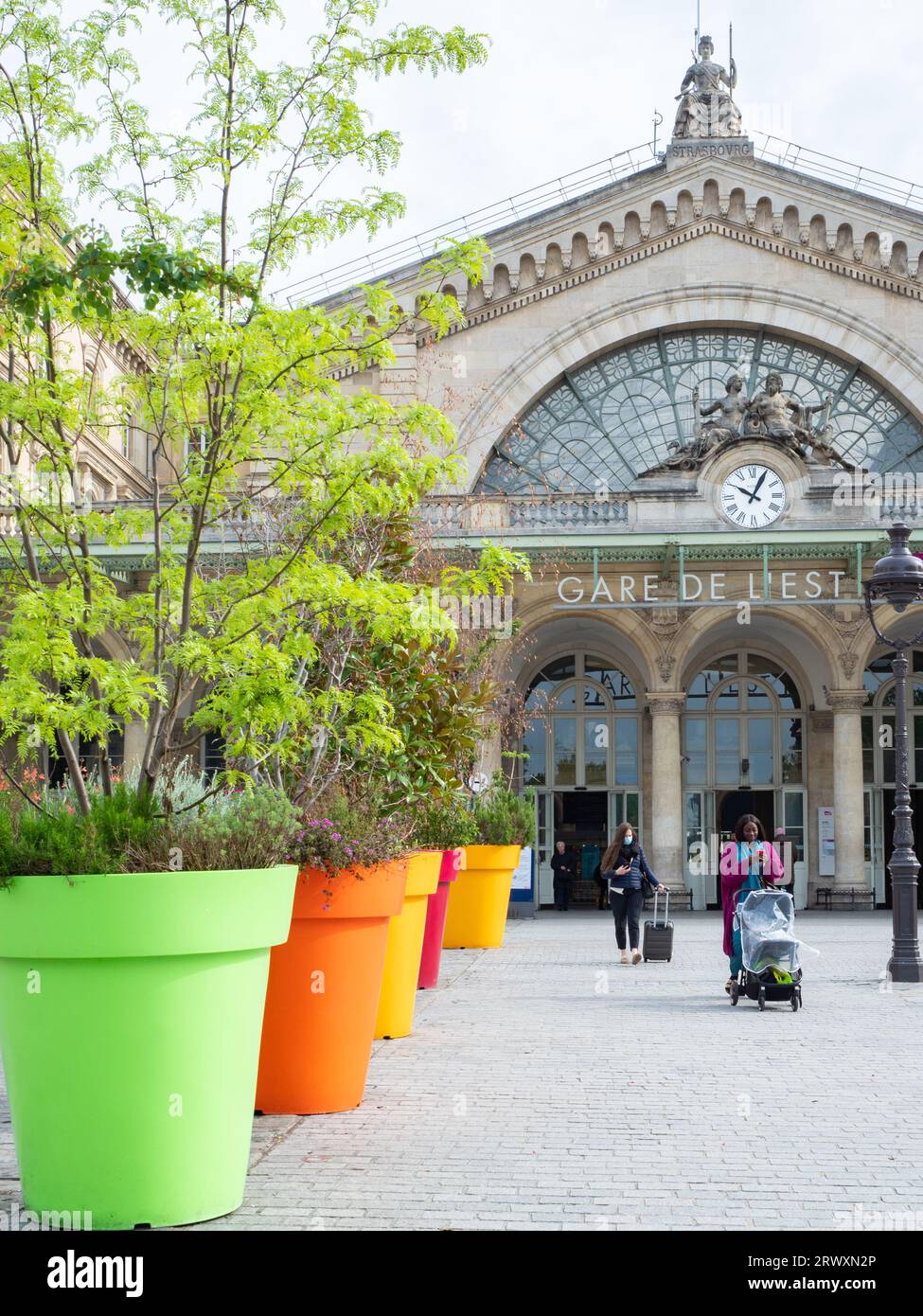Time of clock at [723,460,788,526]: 10:04
